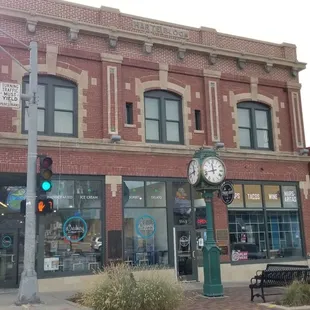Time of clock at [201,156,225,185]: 11:42
